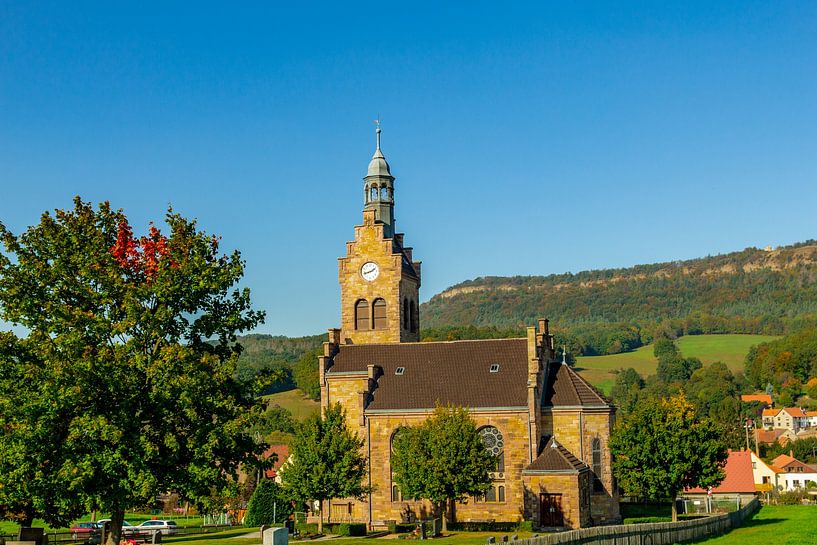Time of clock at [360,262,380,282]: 1:42
